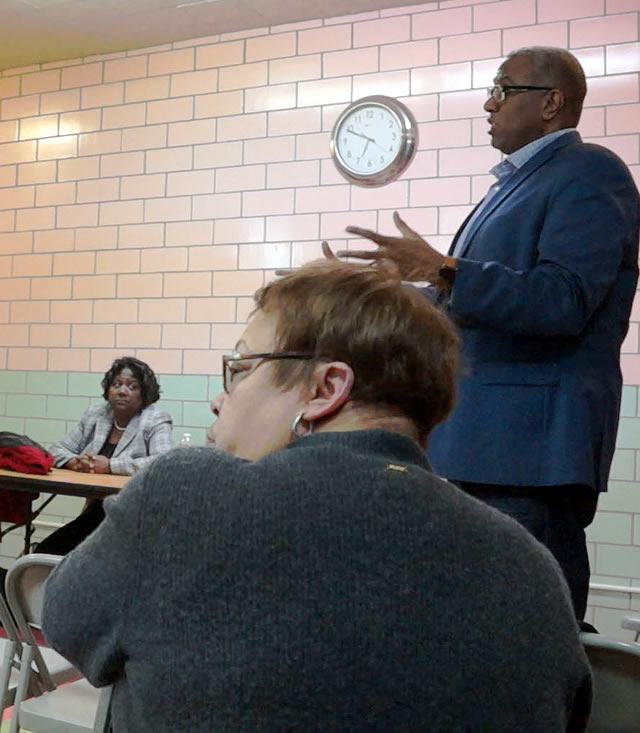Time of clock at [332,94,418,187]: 6:49
